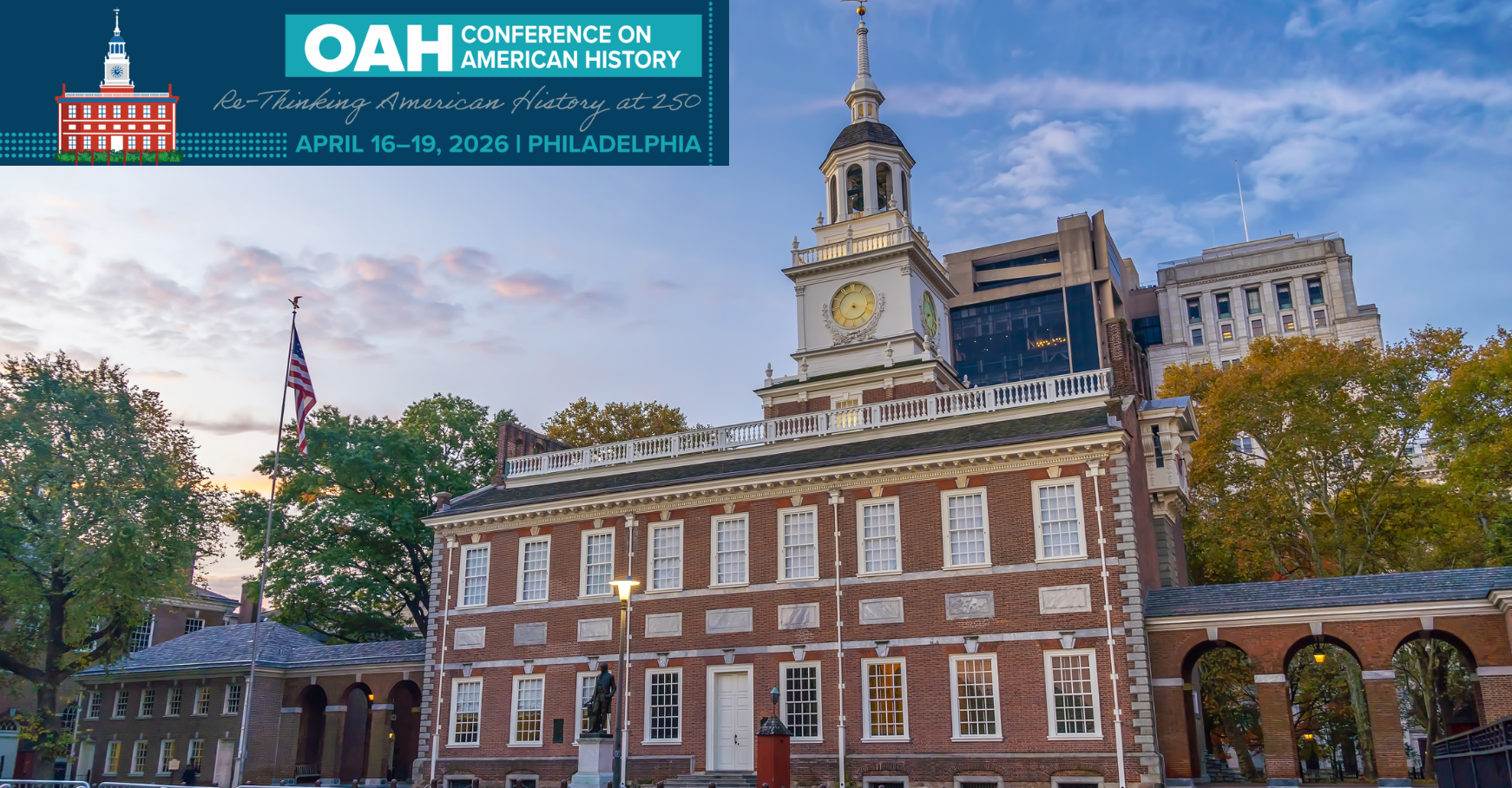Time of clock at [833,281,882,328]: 7:17
